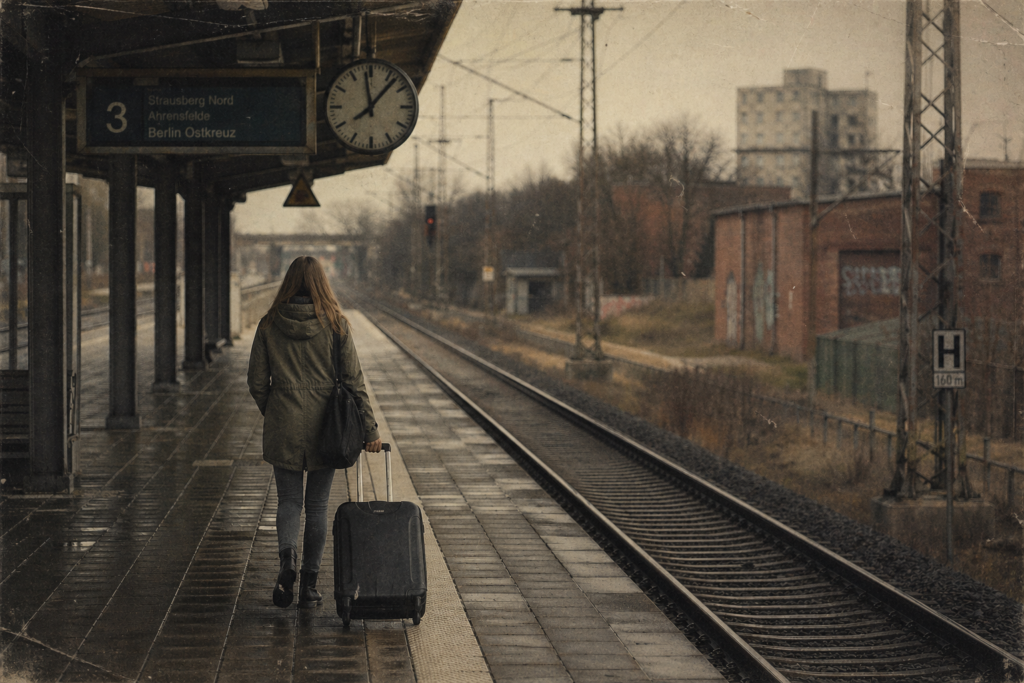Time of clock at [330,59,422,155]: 7:58
